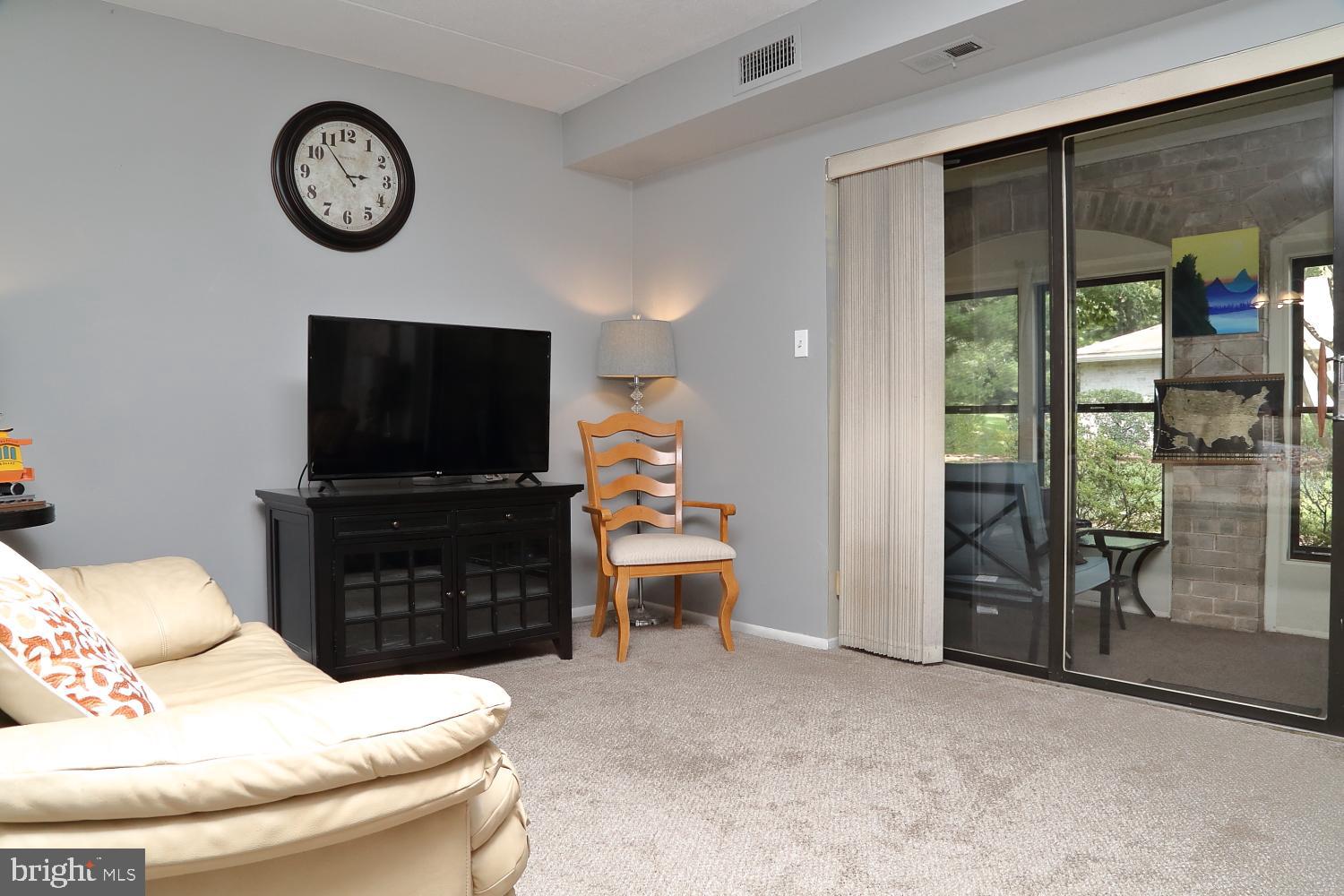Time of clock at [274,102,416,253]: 2:53
